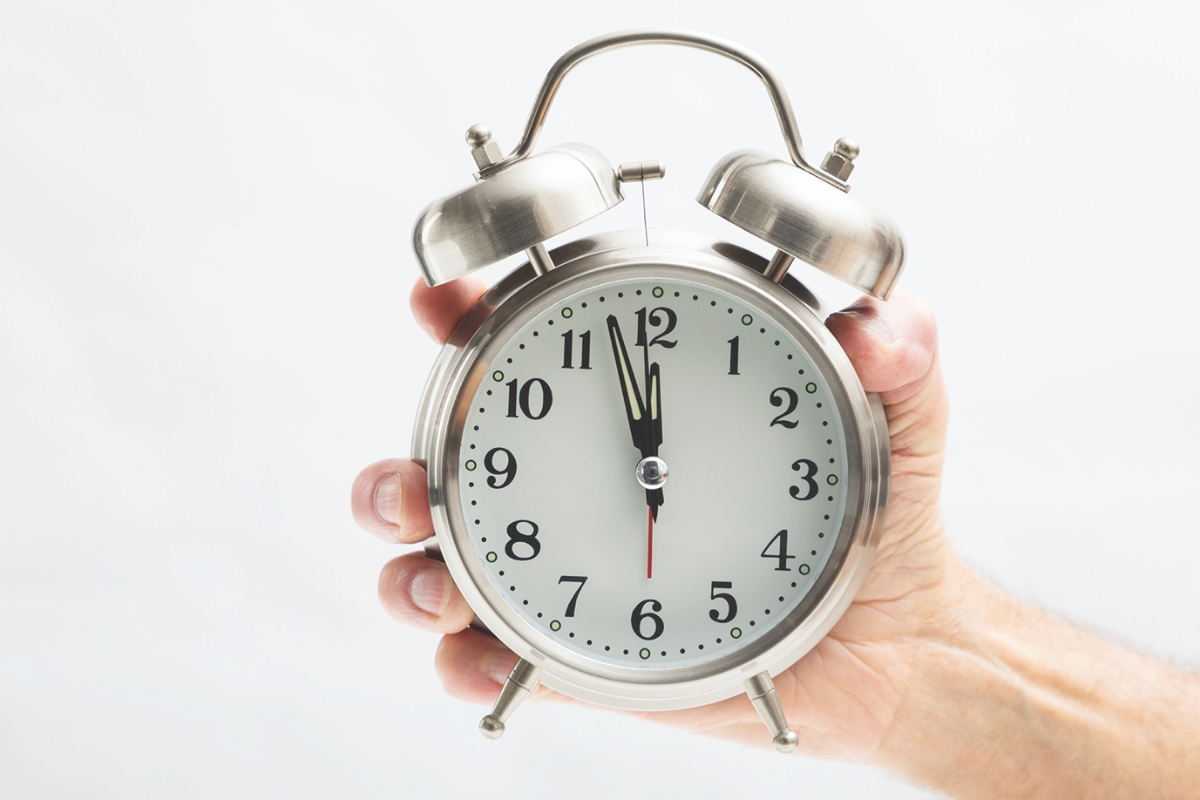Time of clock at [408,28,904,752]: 11:57
